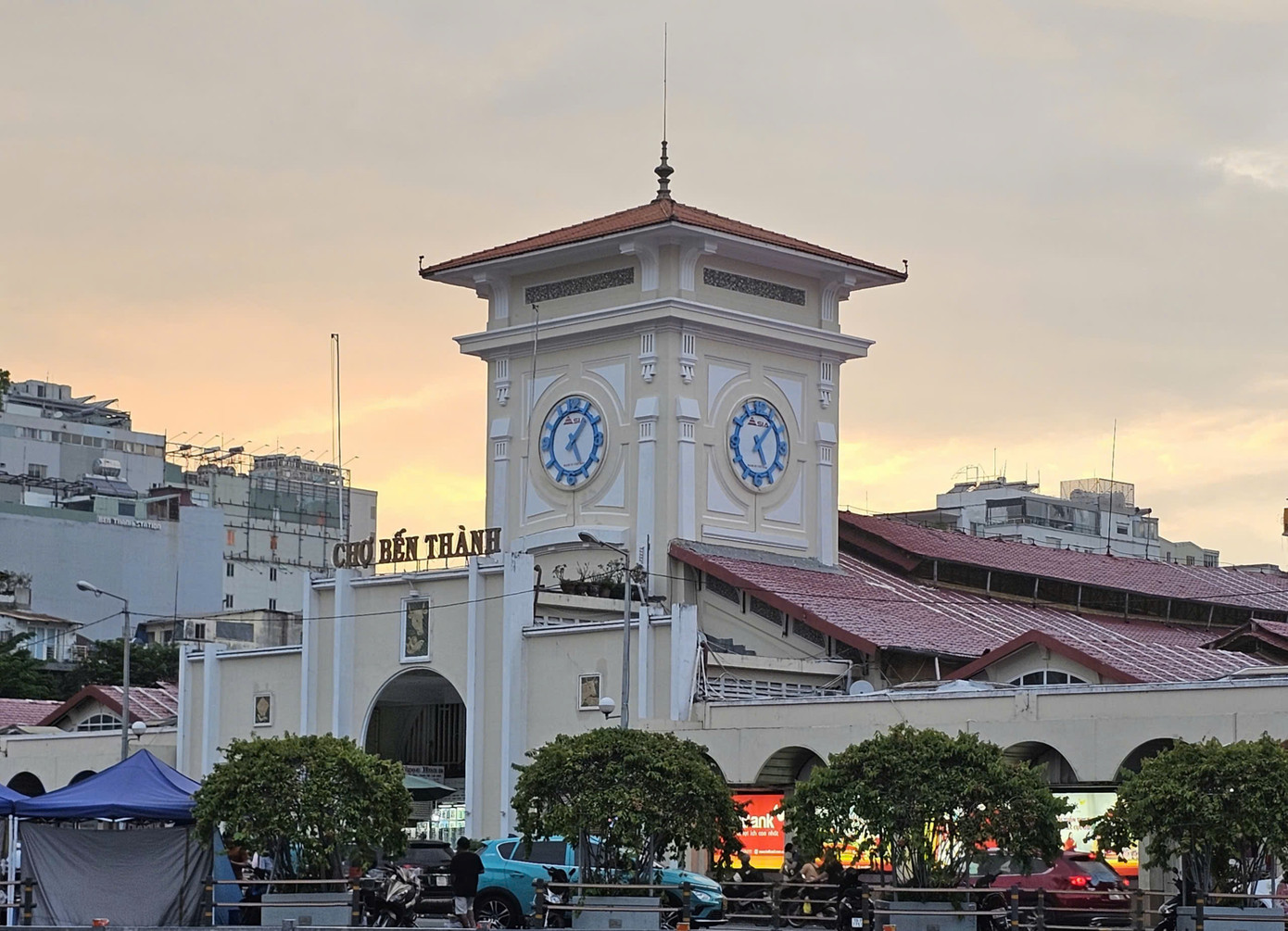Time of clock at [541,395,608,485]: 5:05
